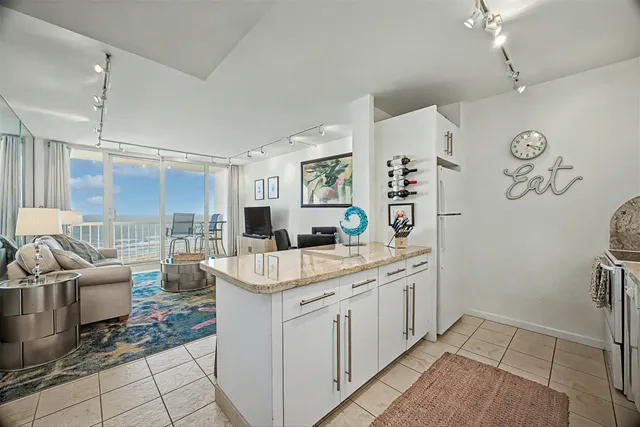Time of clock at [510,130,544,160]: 4:18
